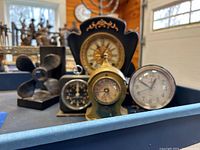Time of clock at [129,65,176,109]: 12:49
